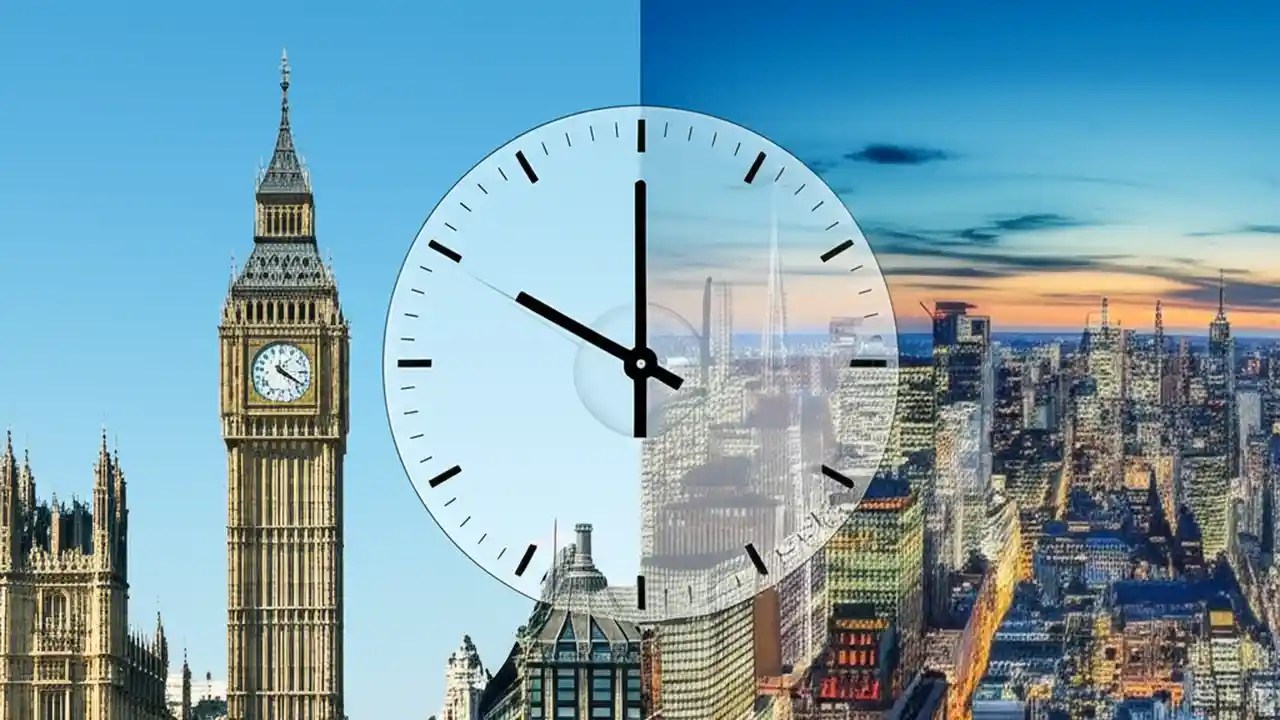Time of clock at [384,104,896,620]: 9:59
